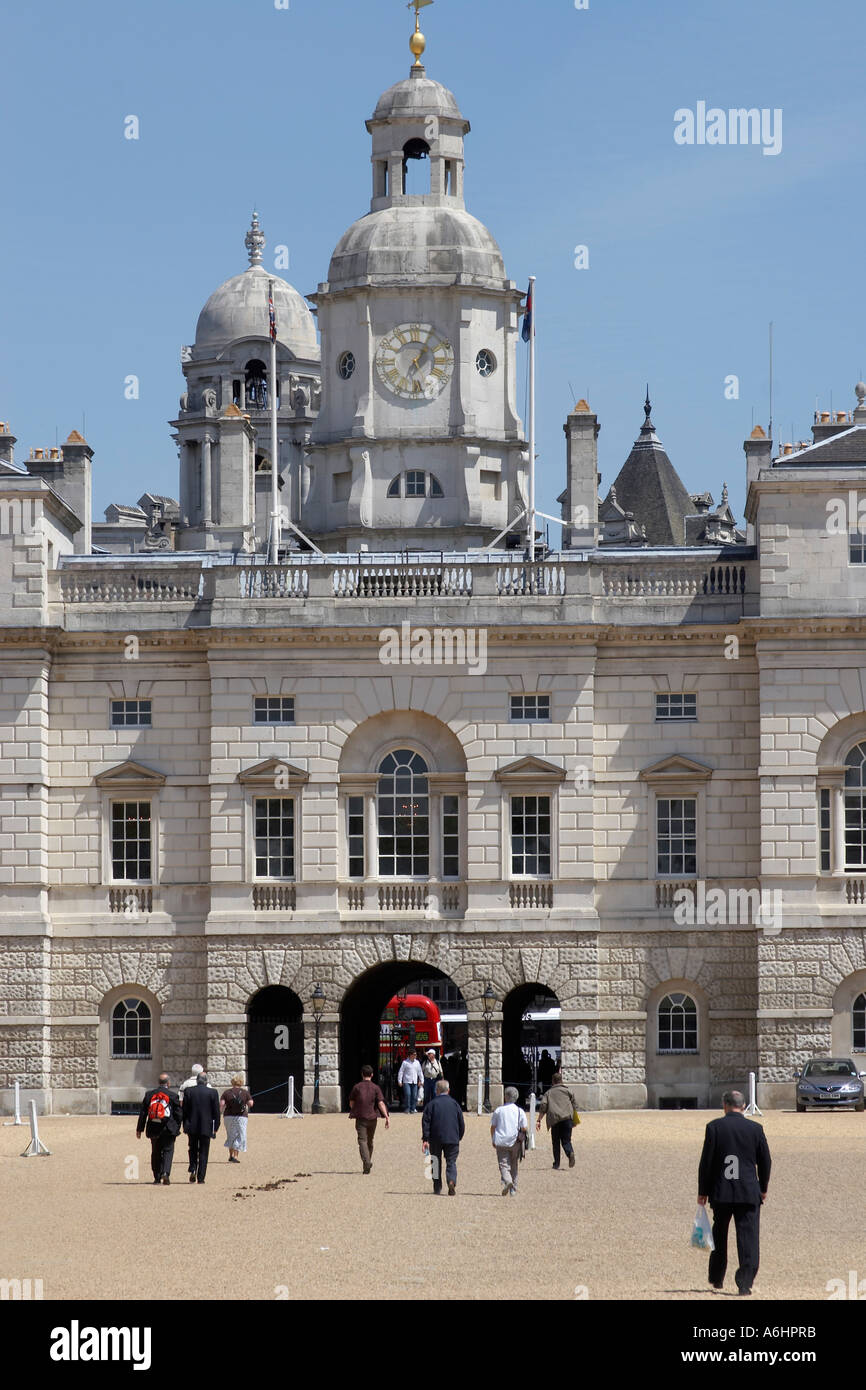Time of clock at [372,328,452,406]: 1:05
